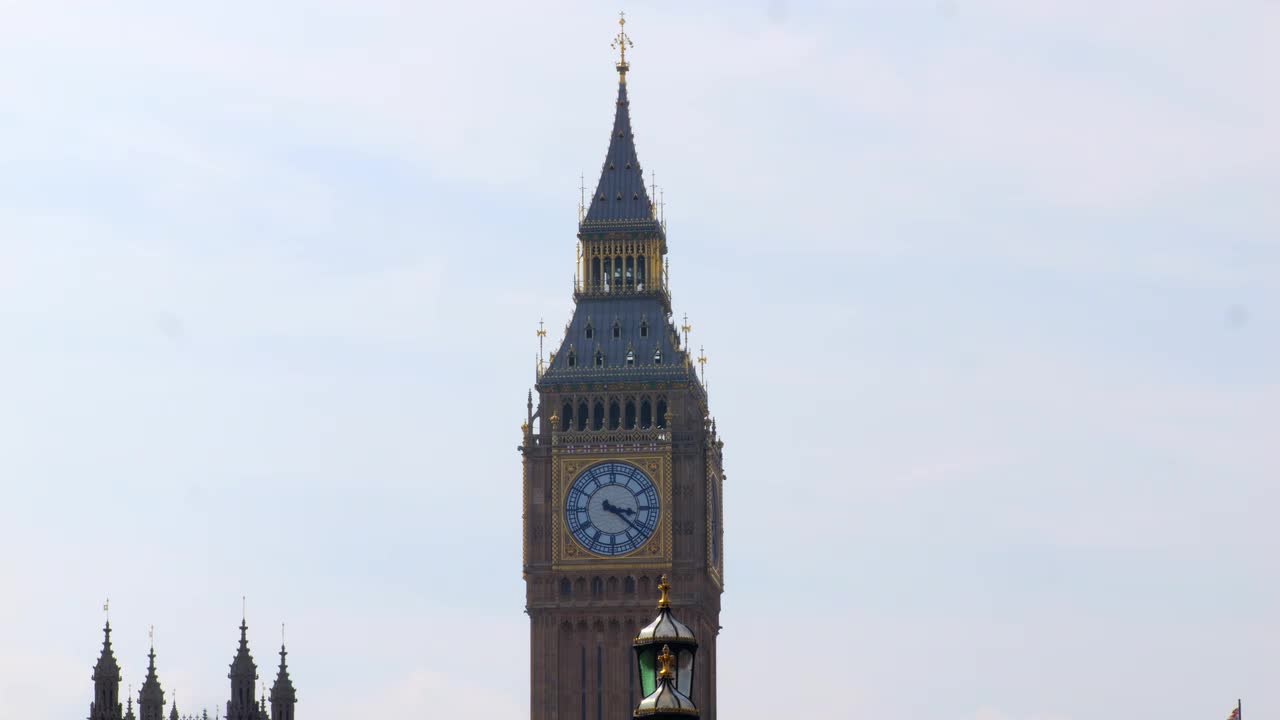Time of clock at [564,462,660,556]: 3:21
